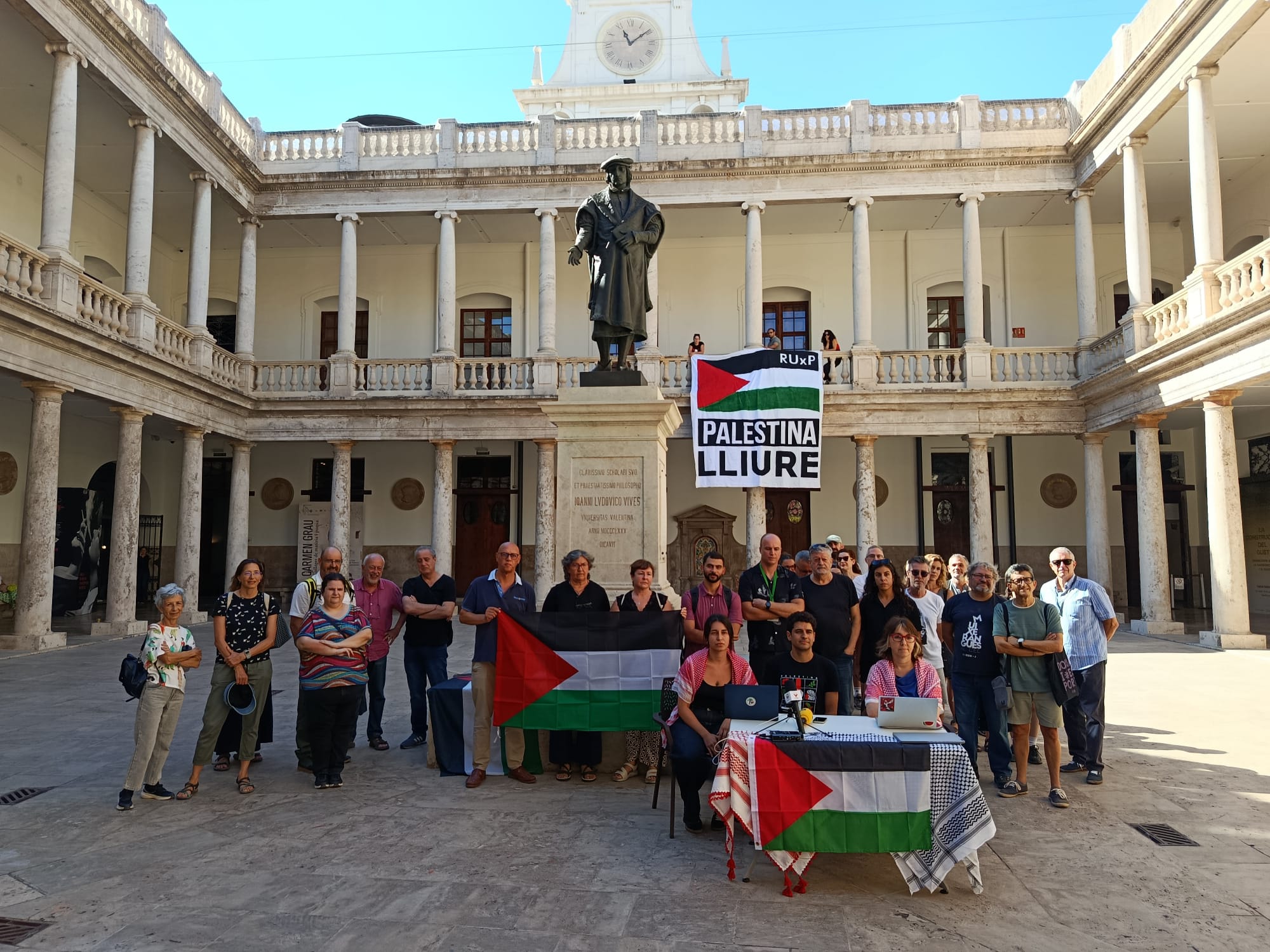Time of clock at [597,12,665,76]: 11:09
